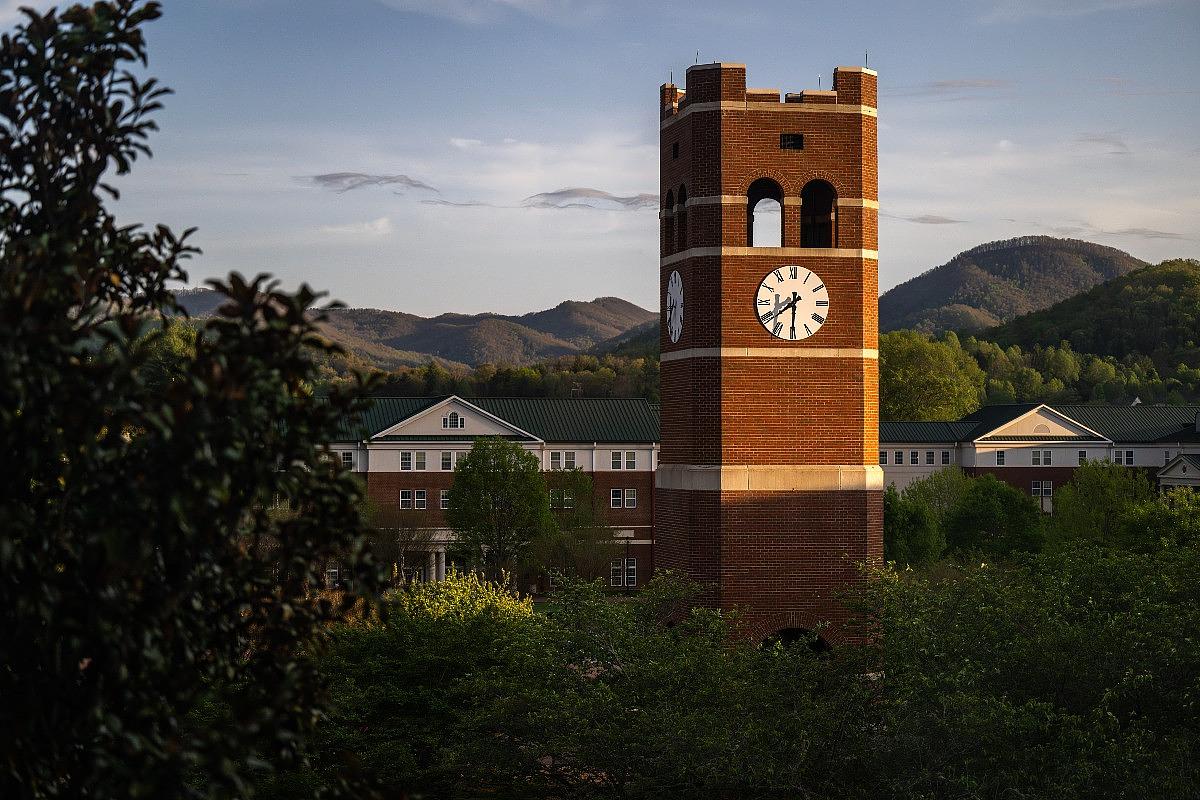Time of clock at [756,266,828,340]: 7:30
